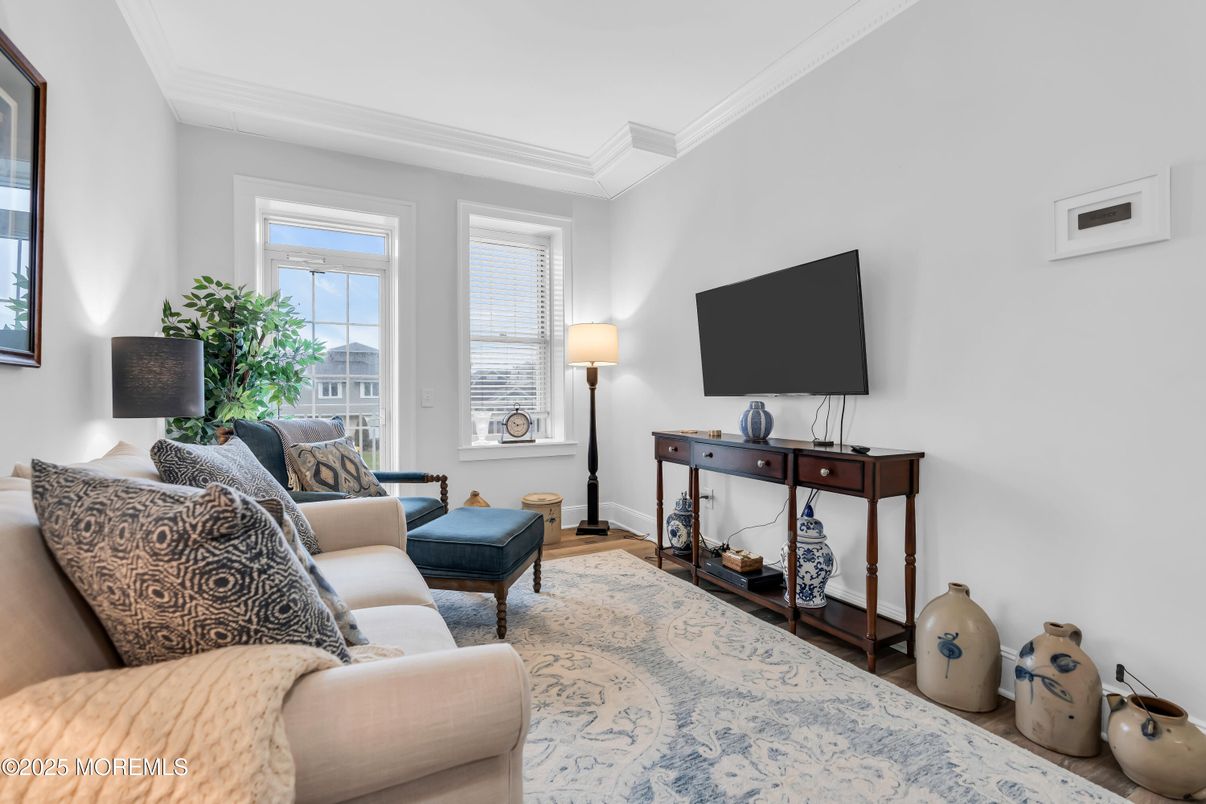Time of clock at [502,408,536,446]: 10:13
